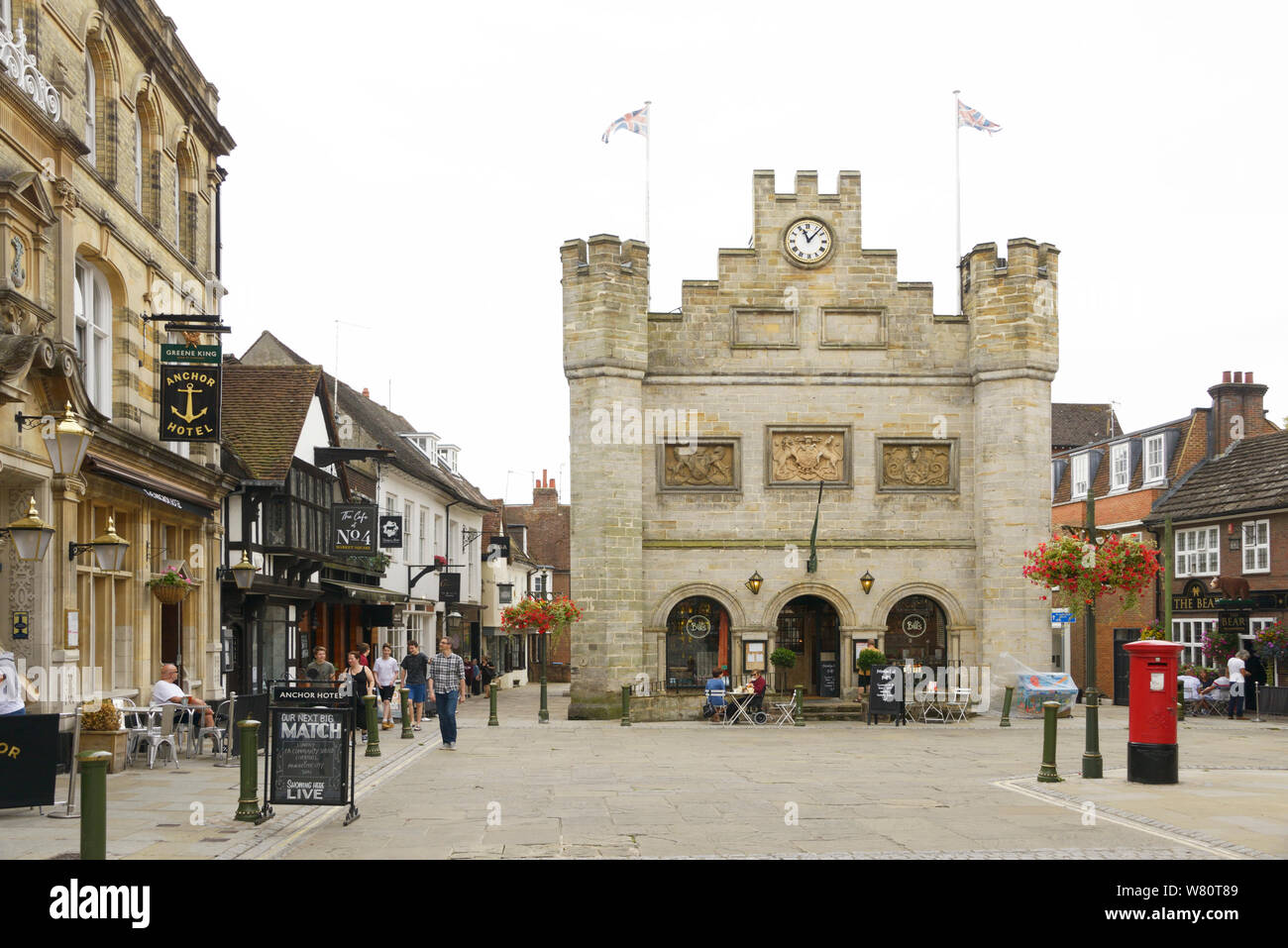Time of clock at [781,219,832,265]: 11:07
